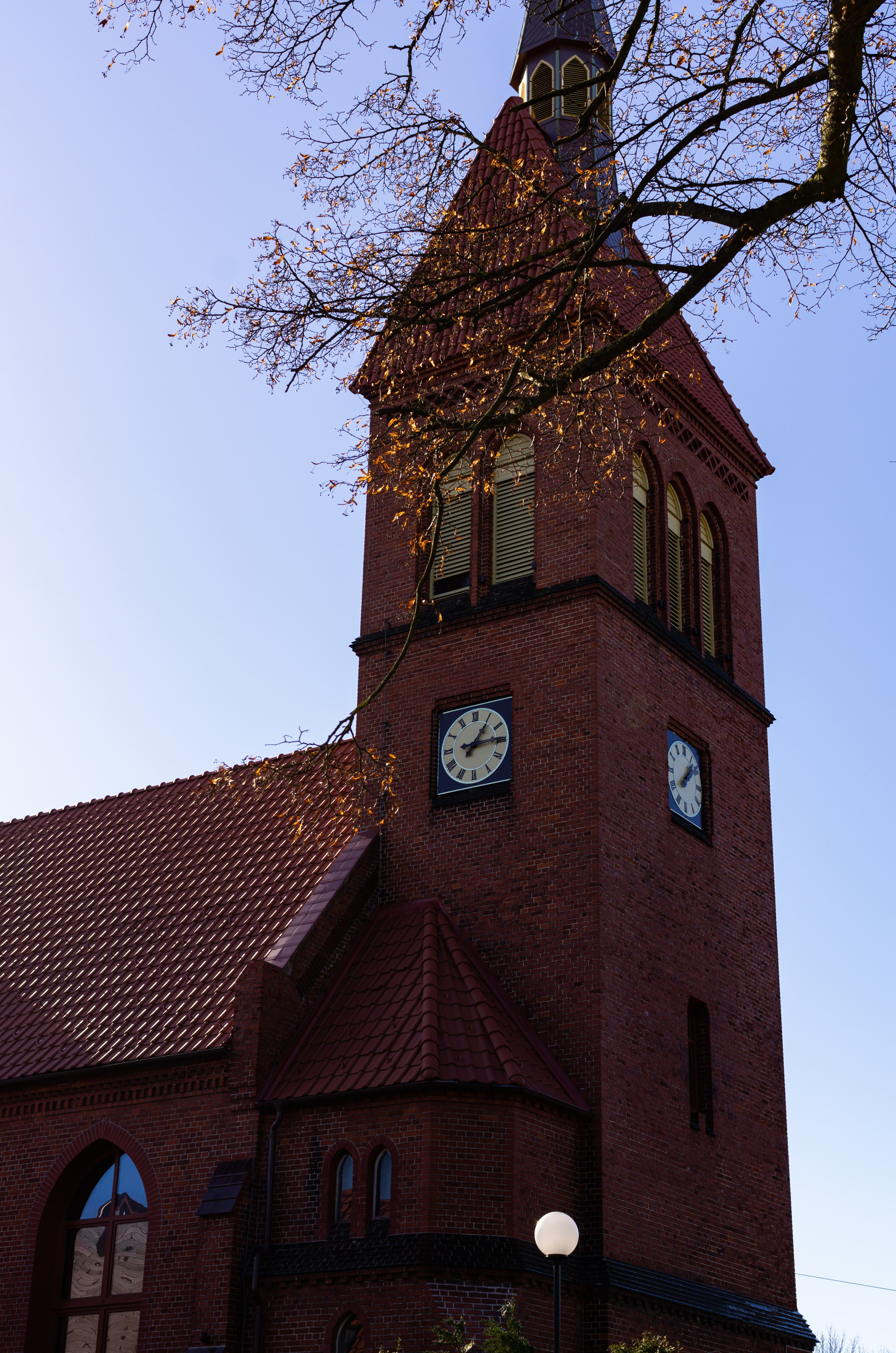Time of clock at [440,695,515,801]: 1:14
